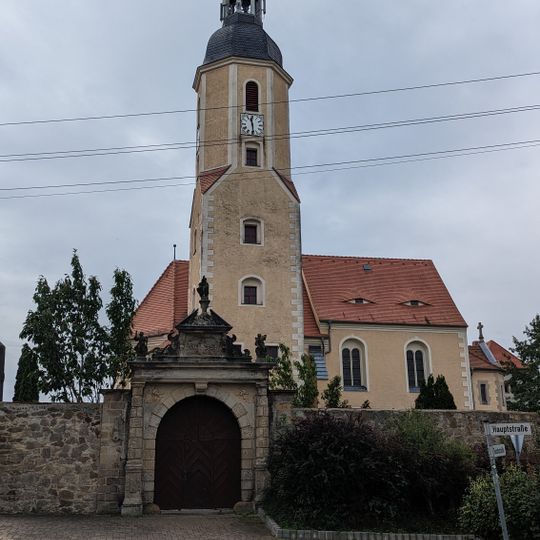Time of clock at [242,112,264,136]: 11:29
